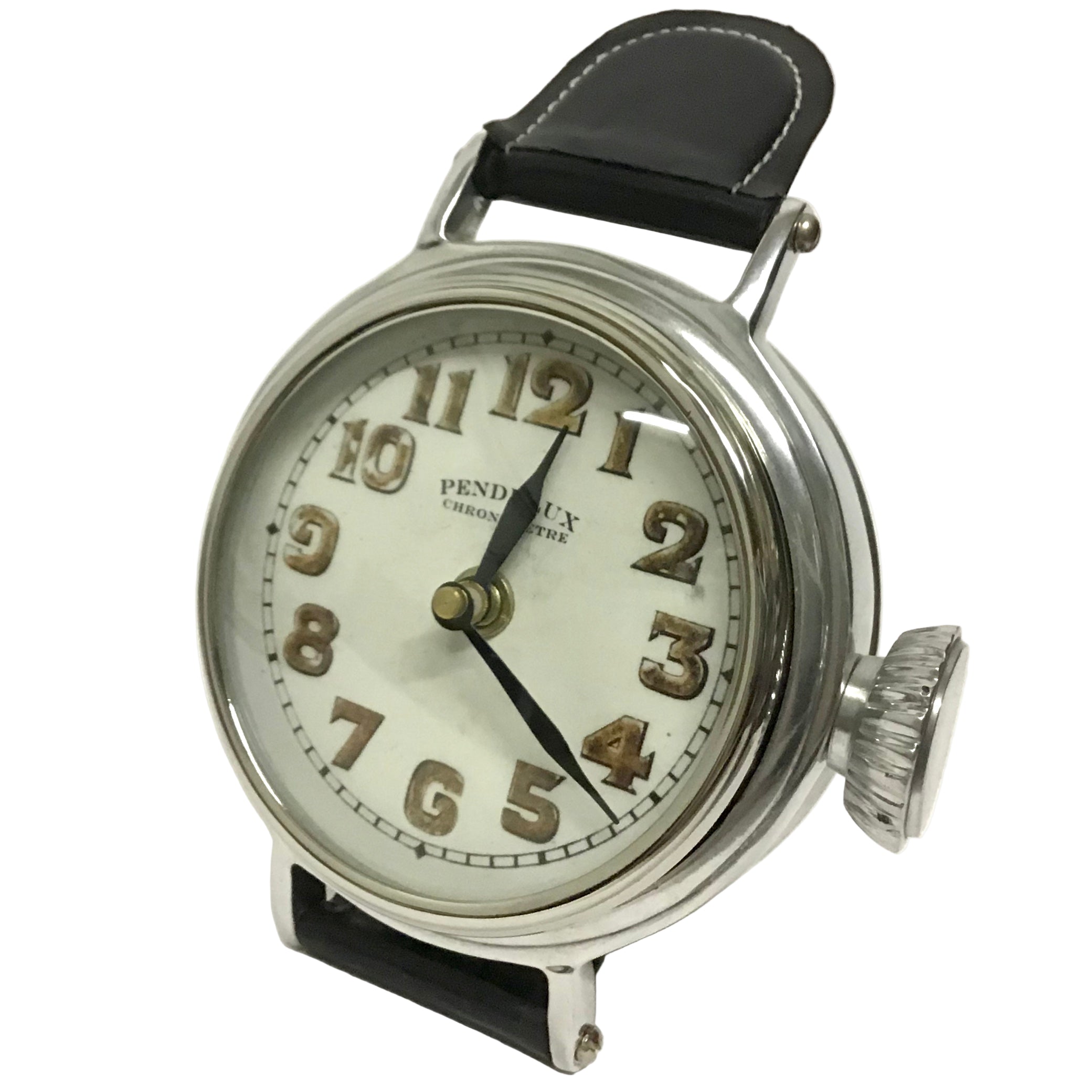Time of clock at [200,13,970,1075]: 12:21
